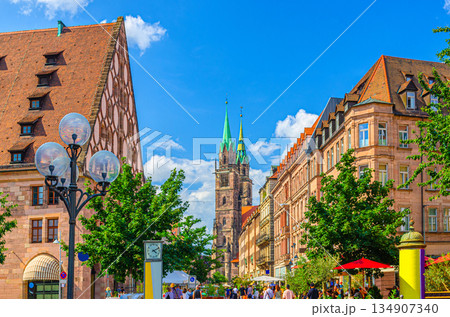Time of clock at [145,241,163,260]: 4:10
